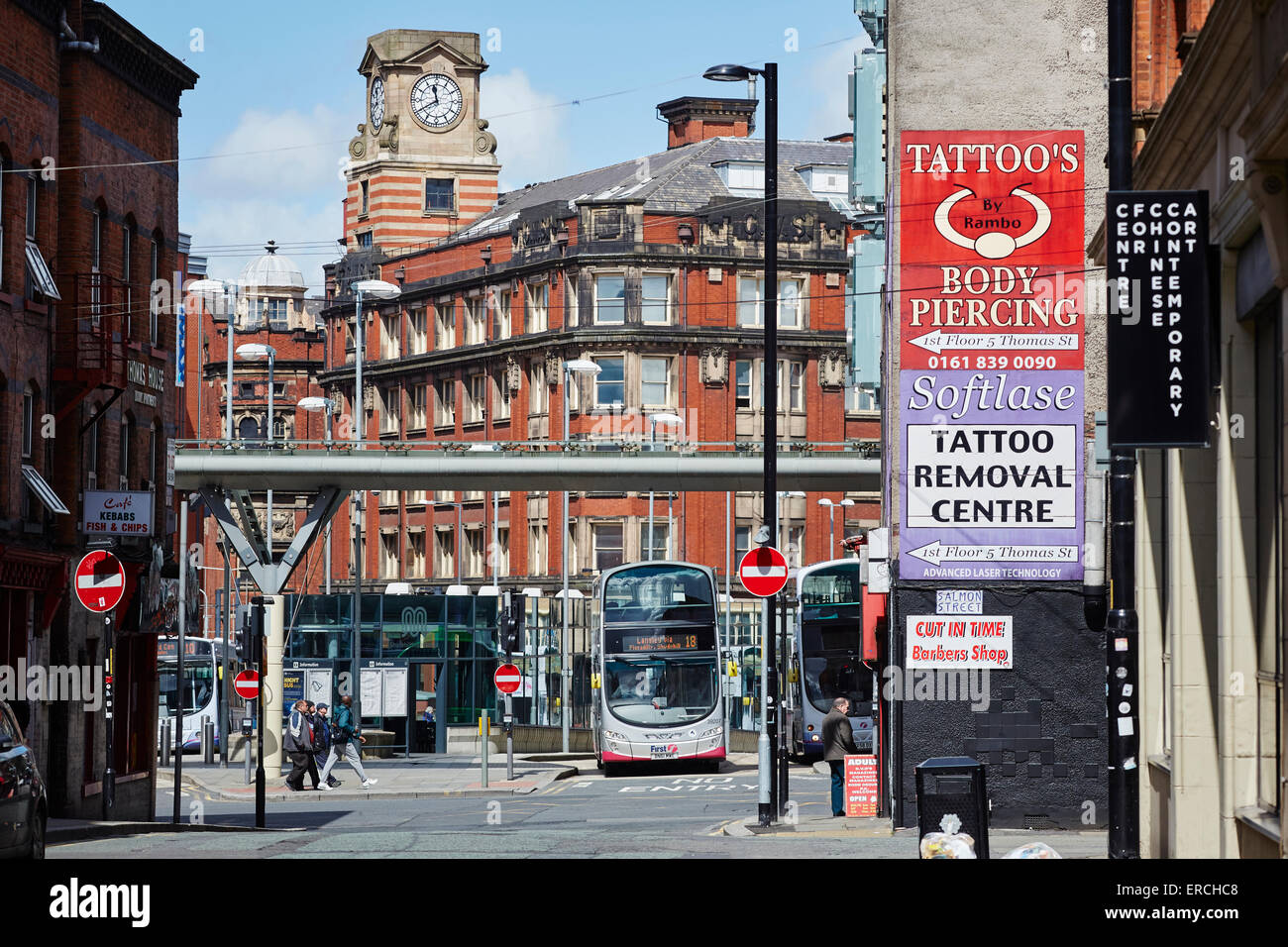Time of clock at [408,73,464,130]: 11:40
